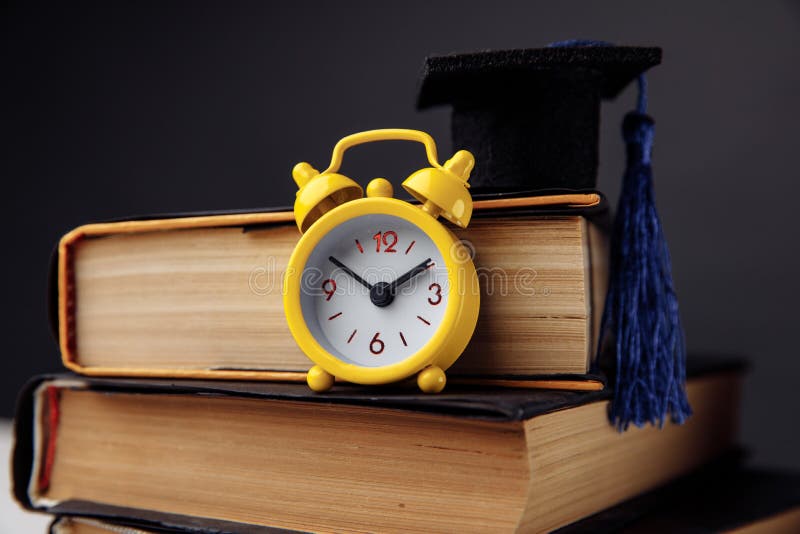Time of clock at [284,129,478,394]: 1:50
